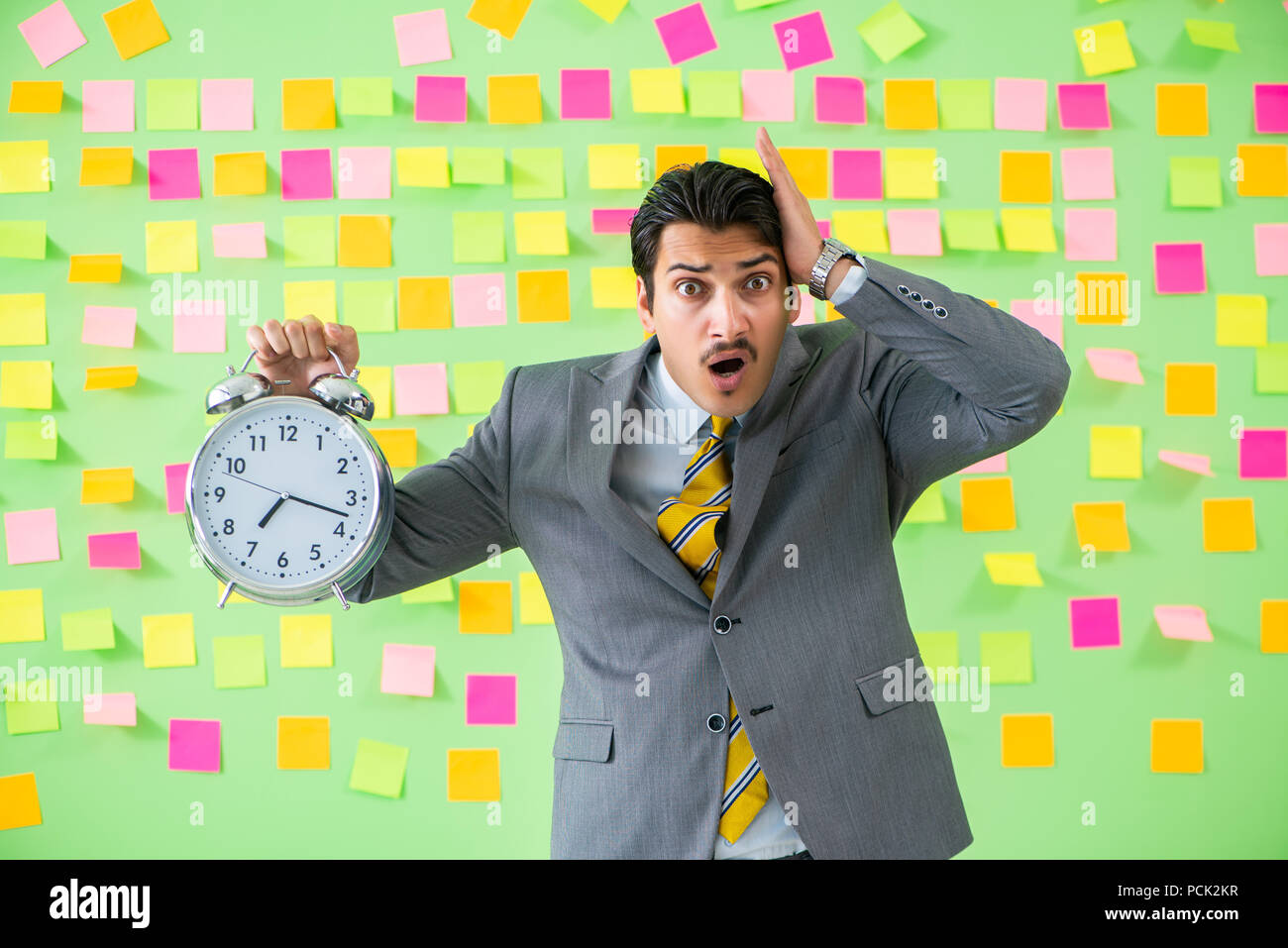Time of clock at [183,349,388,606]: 7:17
